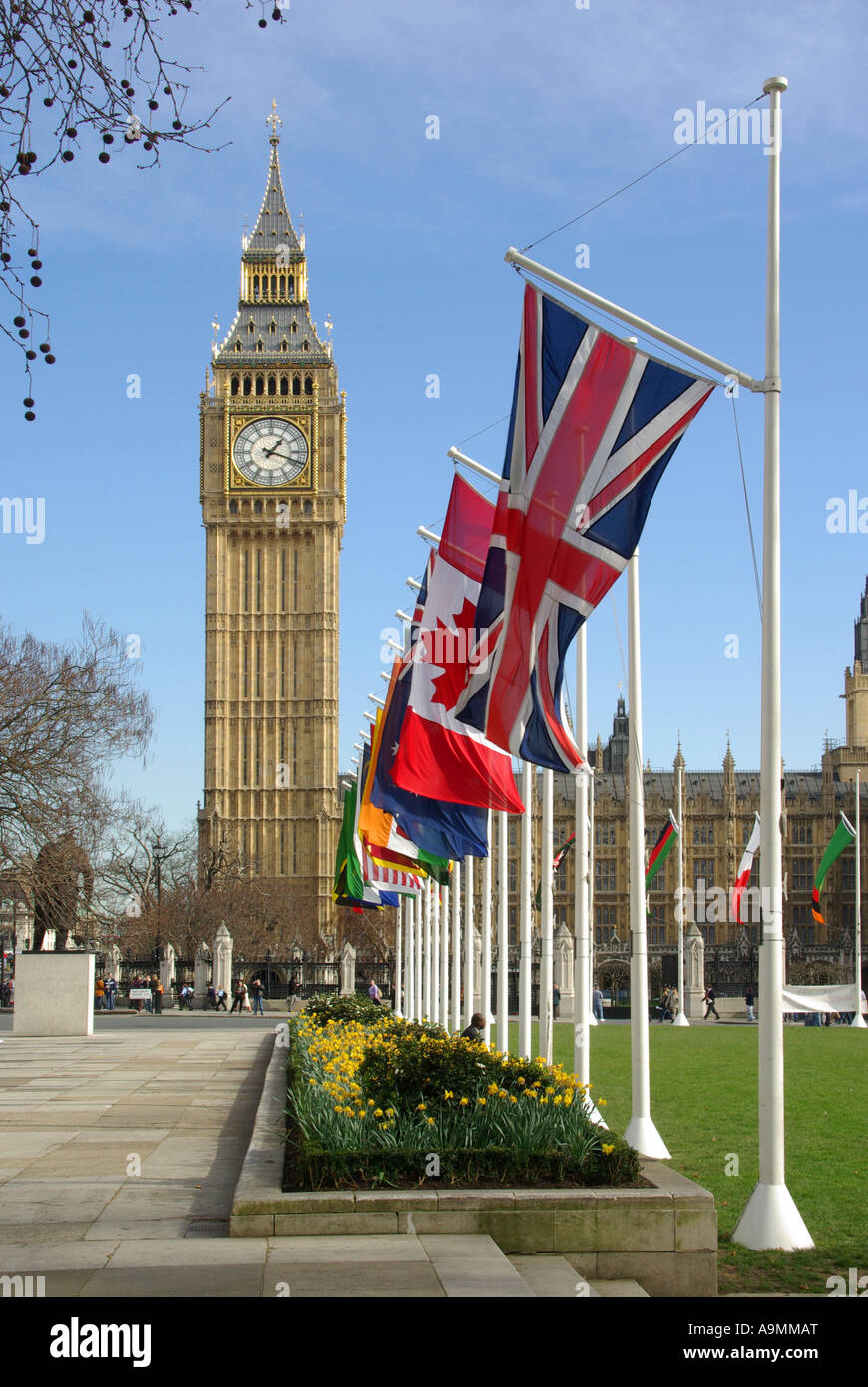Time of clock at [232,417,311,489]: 1:18
